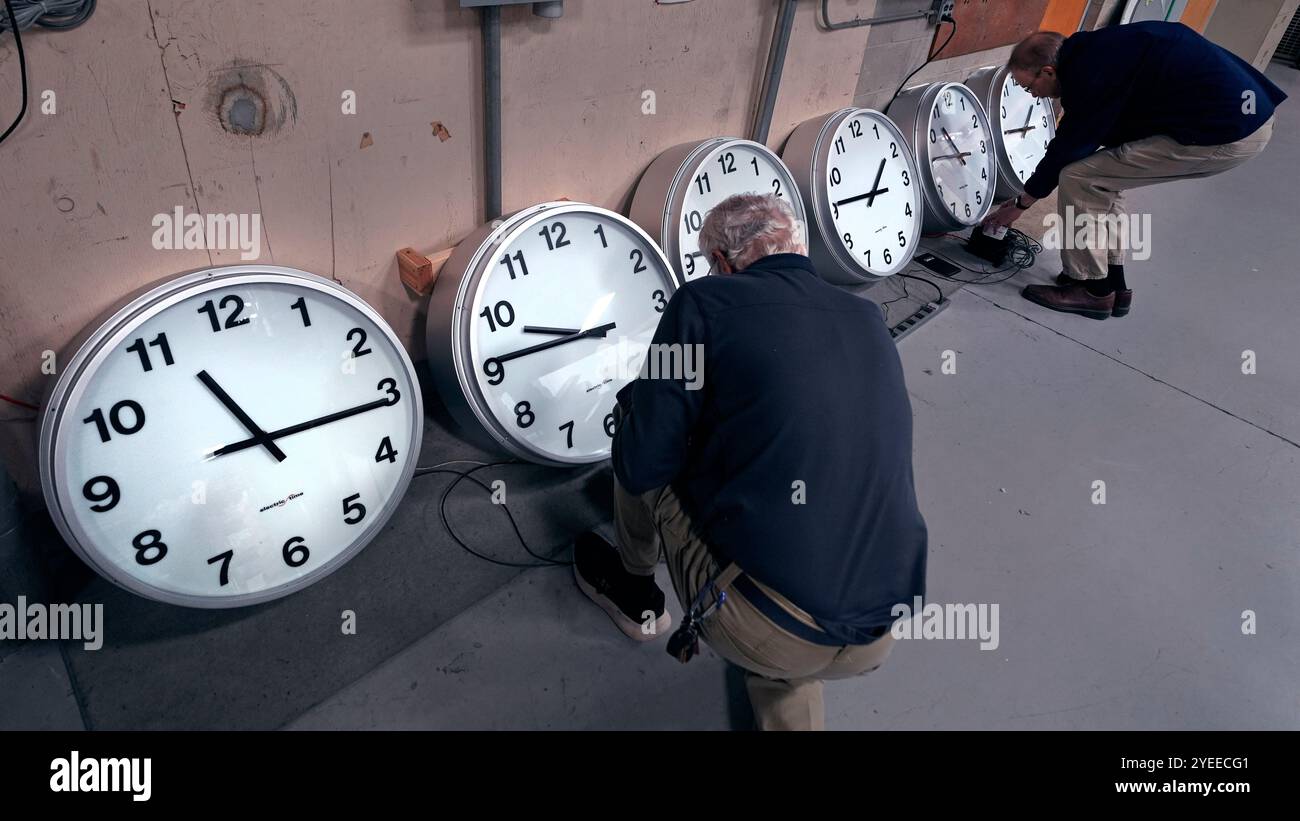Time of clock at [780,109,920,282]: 1:46
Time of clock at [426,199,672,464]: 9:45
